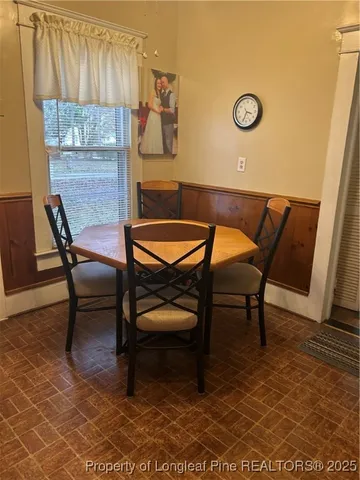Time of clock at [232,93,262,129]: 3:33
